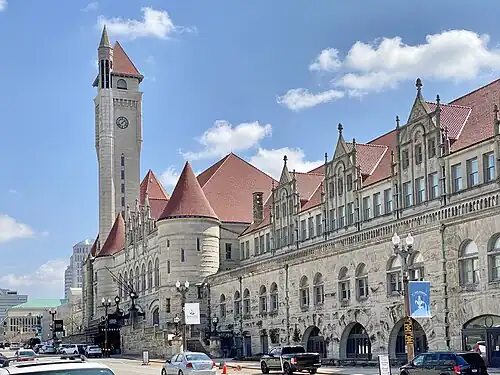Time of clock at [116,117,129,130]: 1:37
